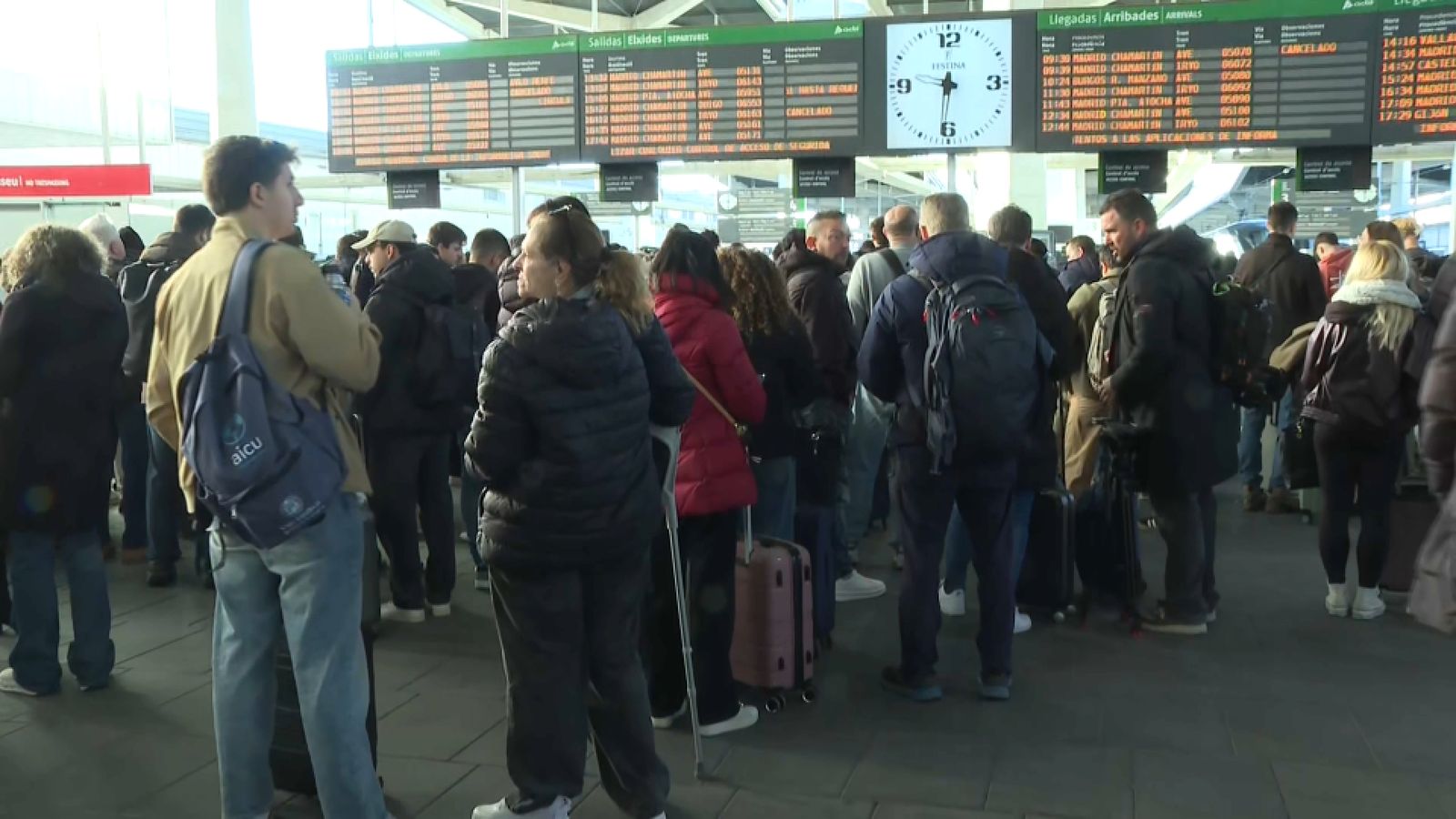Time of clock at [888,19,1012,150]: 9:31
